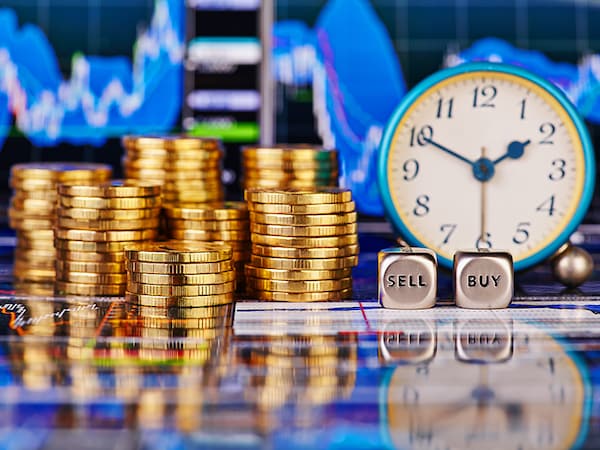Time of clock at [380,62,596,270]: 1:49
